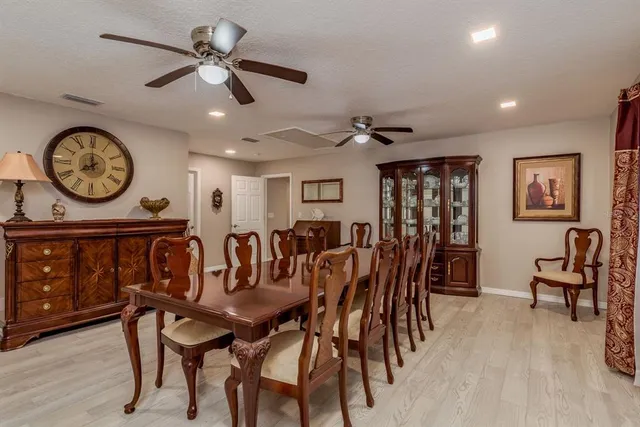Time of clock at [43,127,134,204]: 7:59
